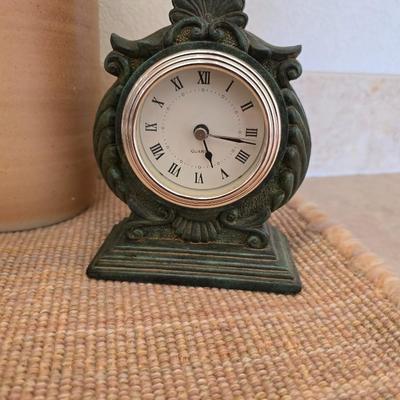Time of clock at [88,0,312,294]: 5:16
